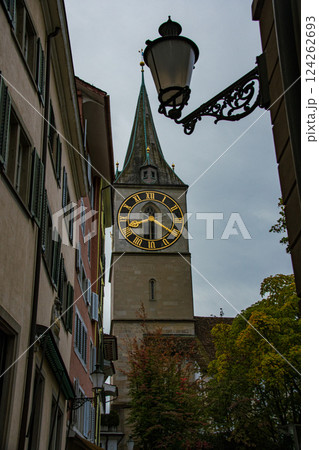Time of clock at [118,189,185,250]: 11:30
